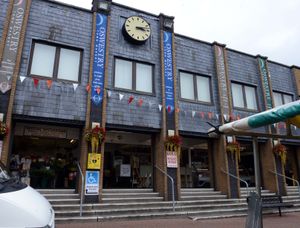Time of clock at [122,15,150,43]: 3:12
